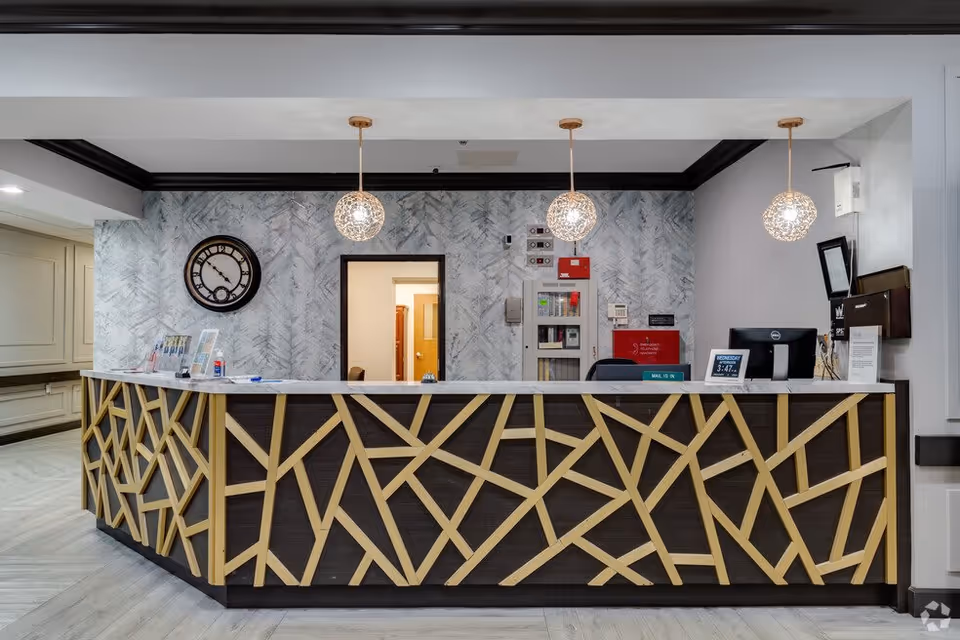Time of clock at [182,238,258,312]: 10:22
